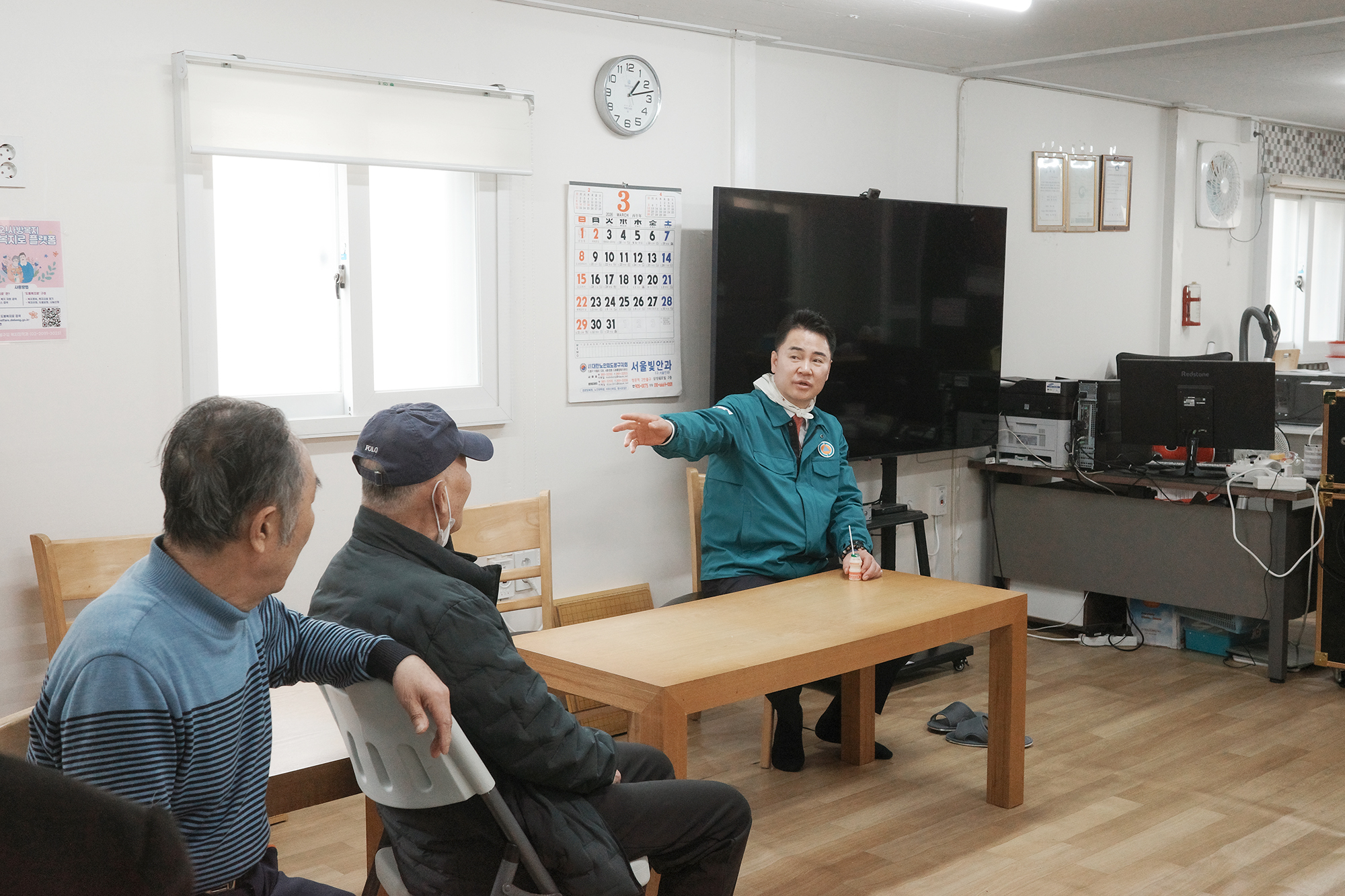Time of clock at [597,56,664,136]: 1:12
